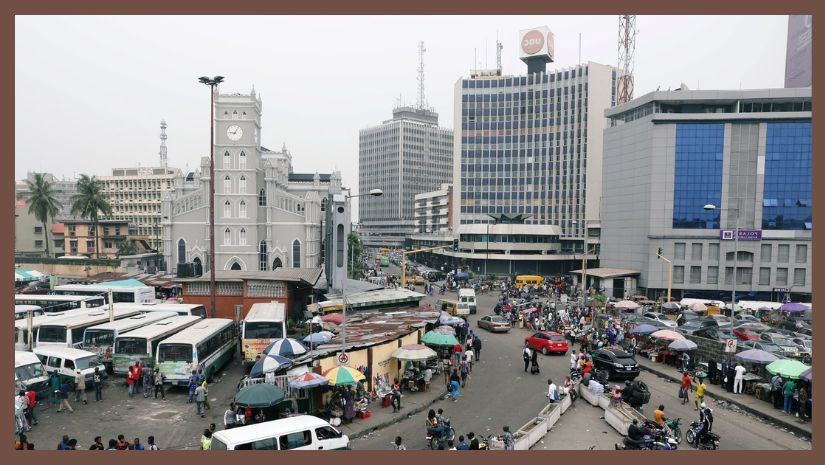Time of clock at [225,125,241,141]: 9:05
